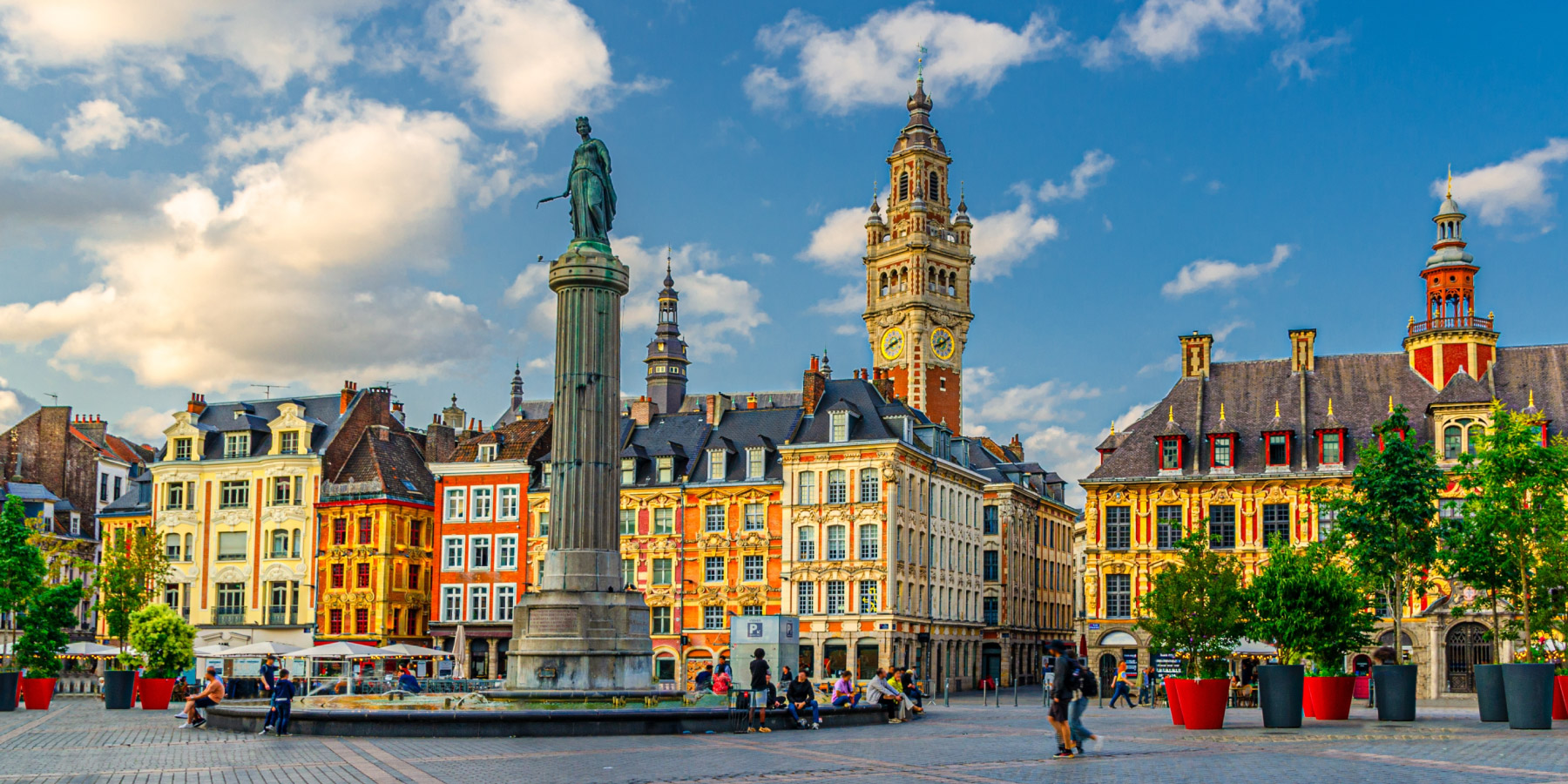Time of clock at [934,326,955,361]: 8:09
